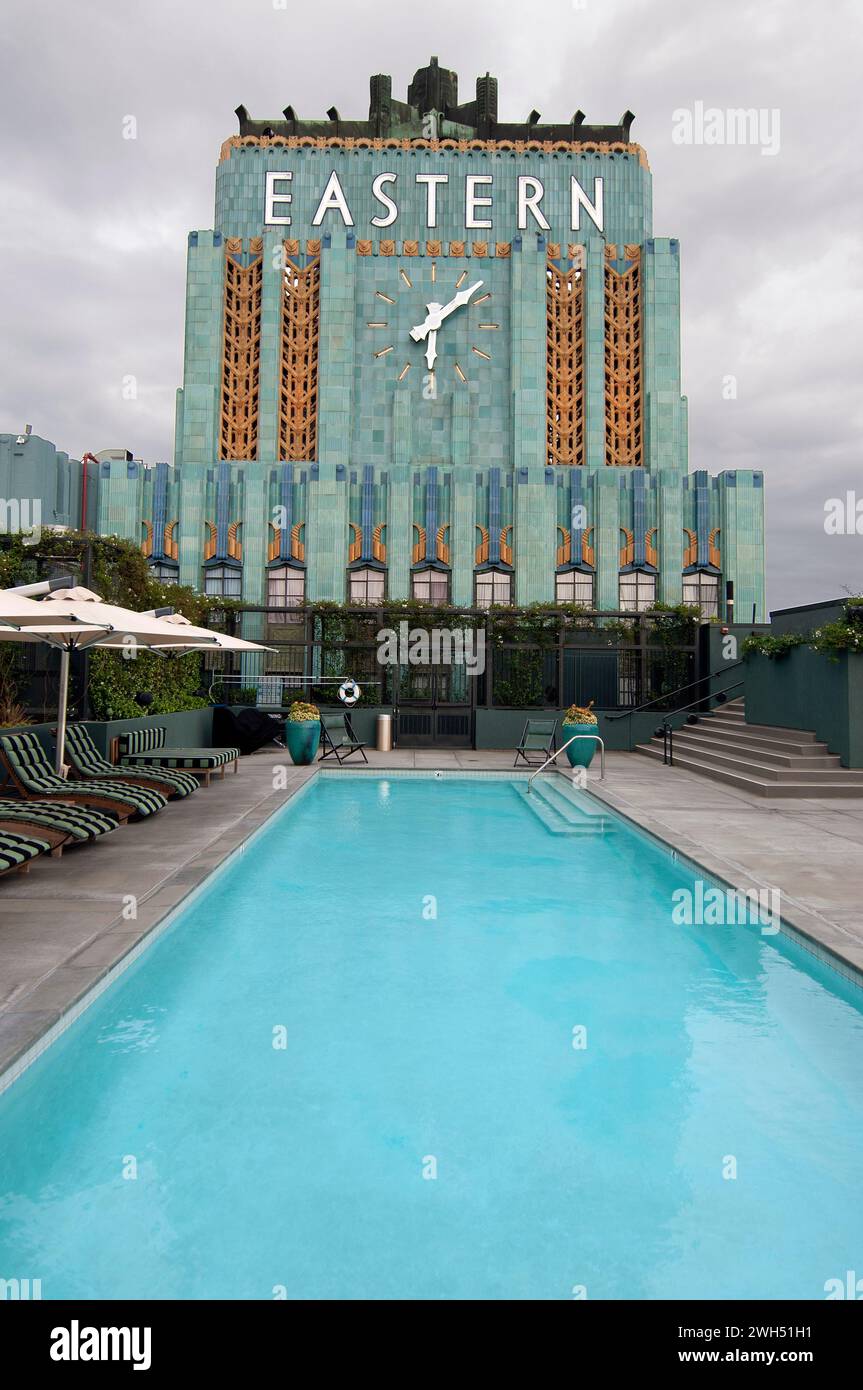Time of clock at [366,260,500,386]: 6:08
